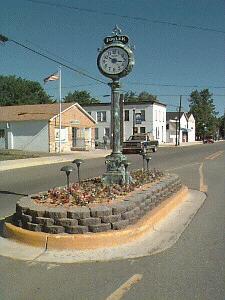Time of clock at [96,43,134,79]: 10:16
